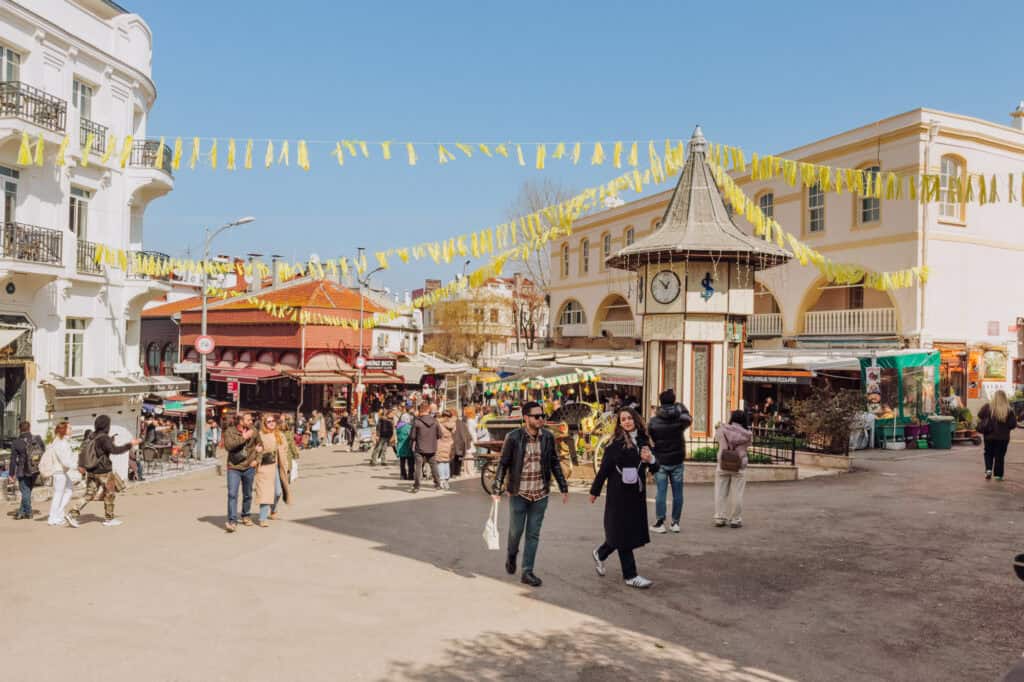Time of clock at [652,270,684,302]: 12:52
